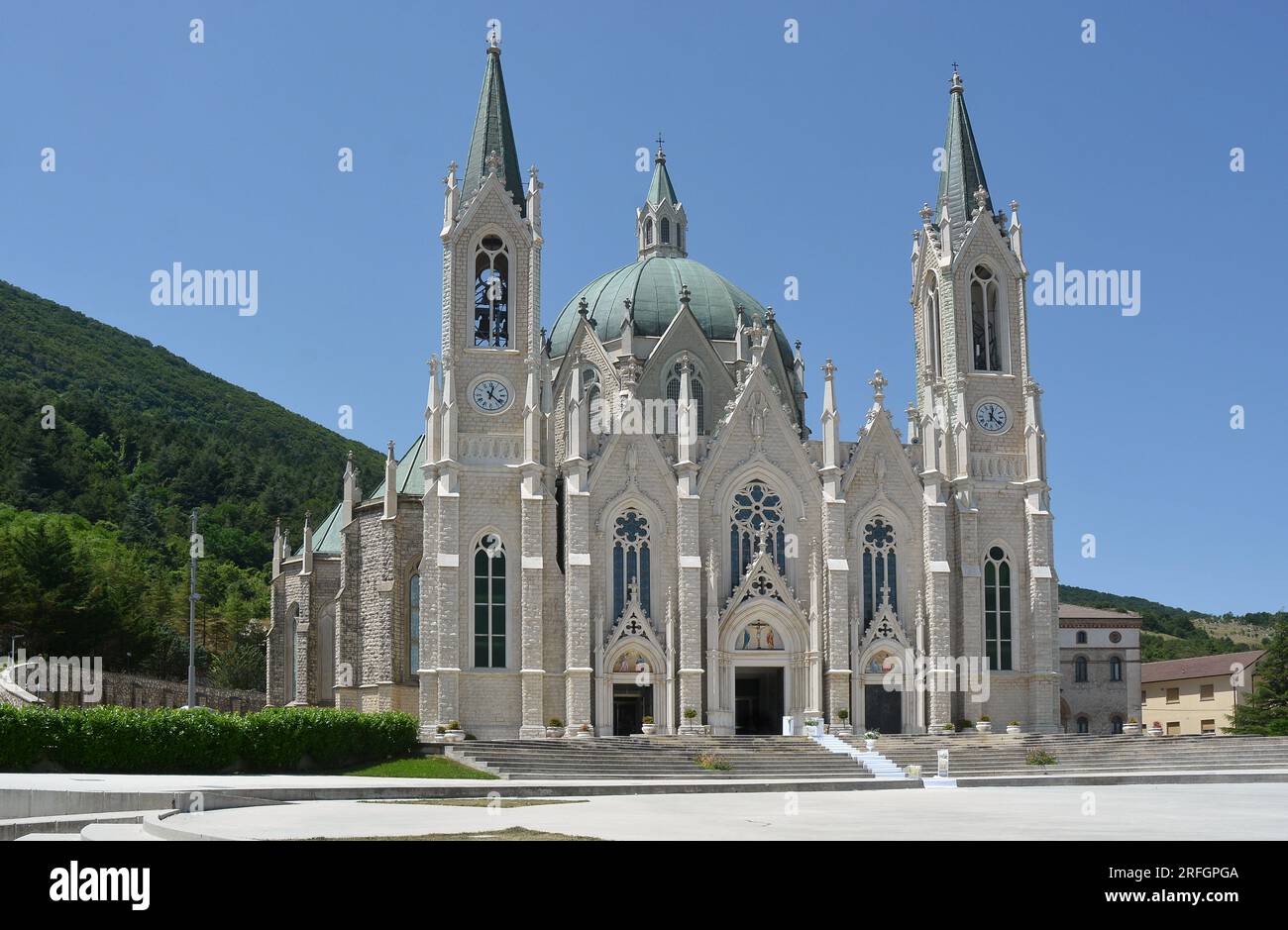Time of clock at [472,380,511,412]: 12:21
